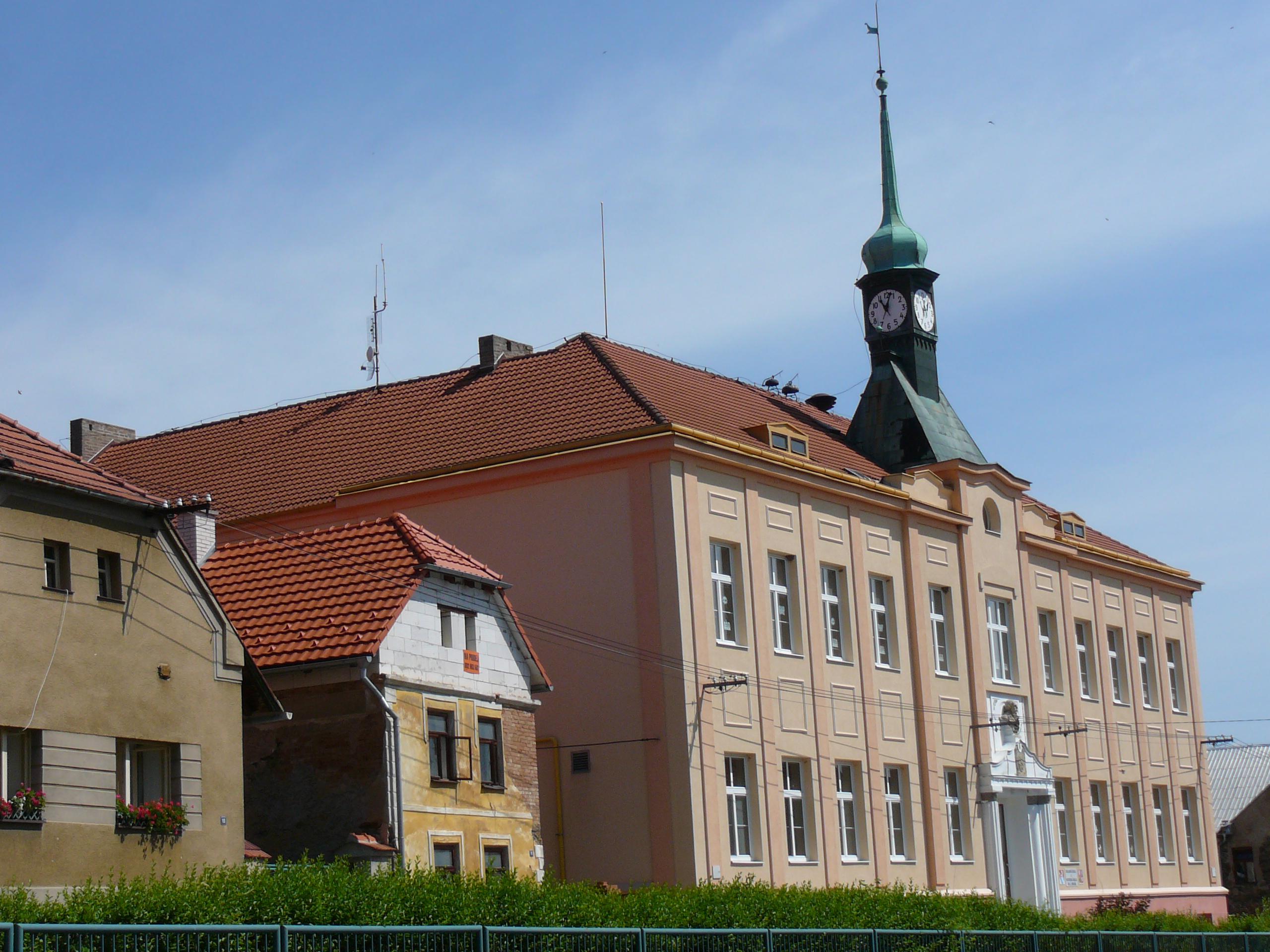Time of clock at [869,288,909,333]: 11:02
